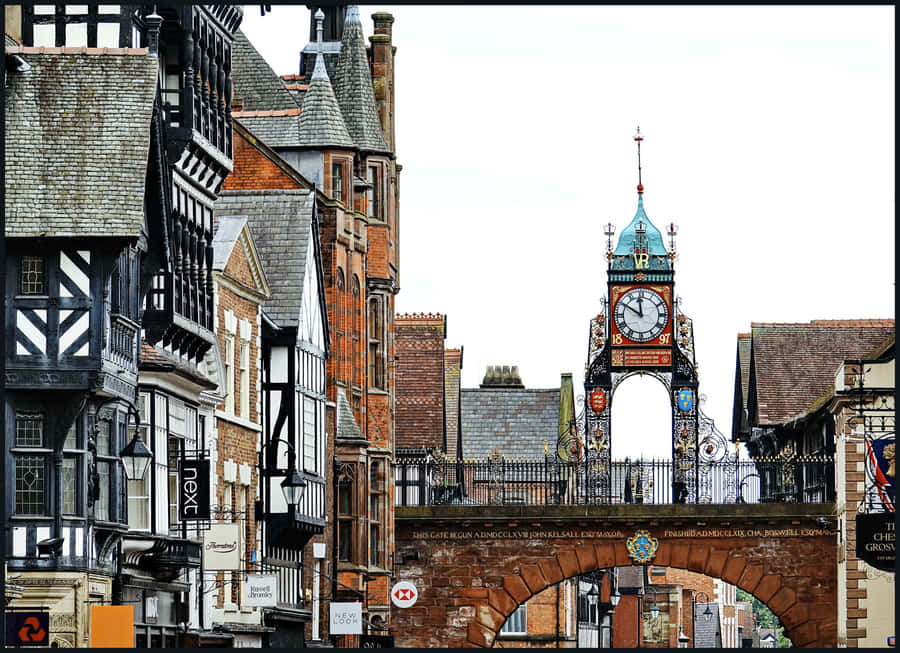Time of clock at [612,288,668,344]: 11:50
